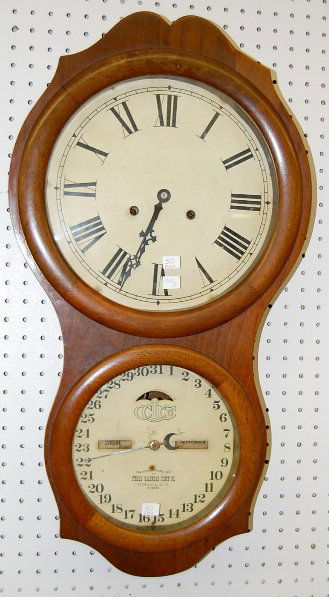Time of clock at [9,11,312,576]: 6:33
